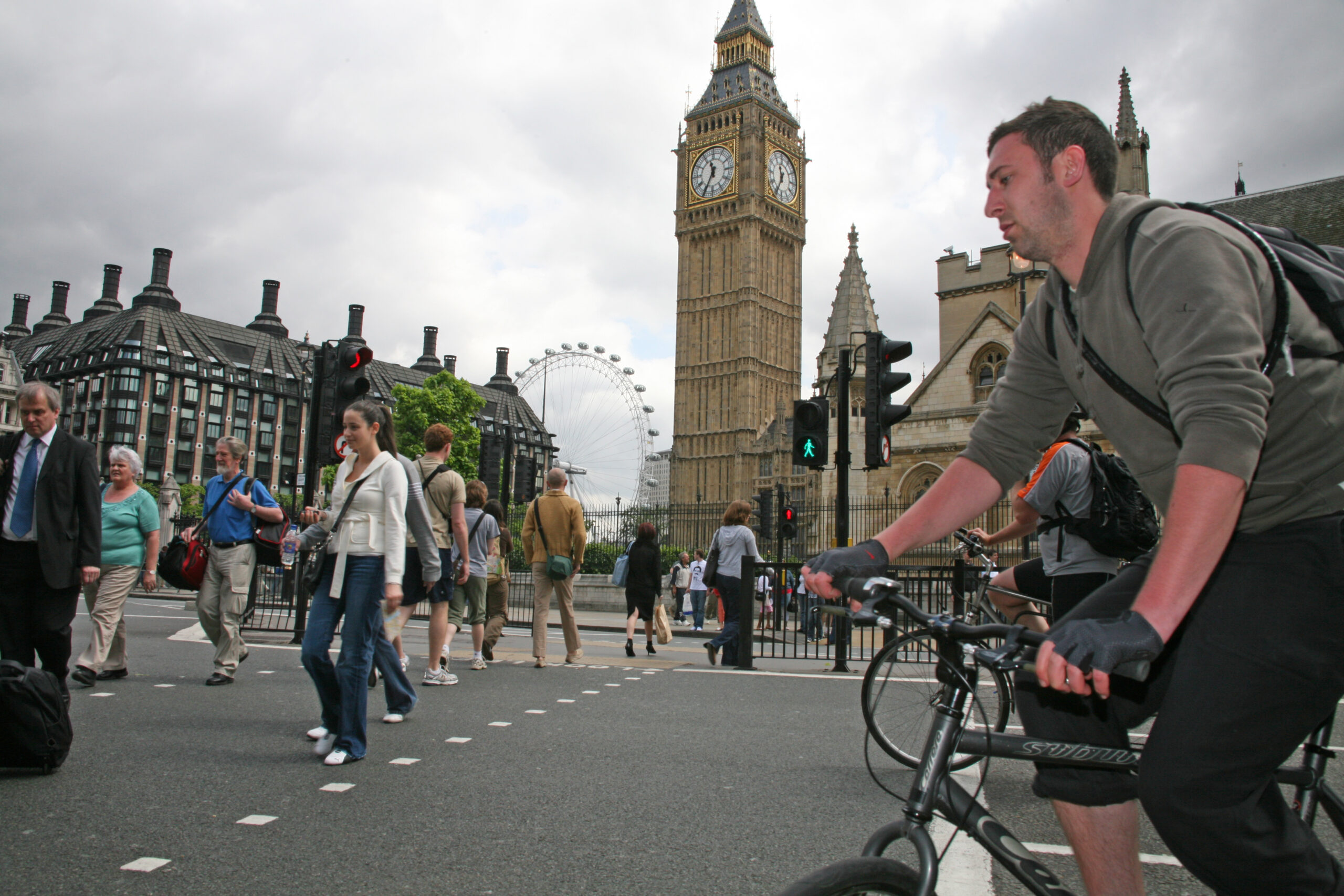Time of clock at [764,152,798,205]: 11:34
